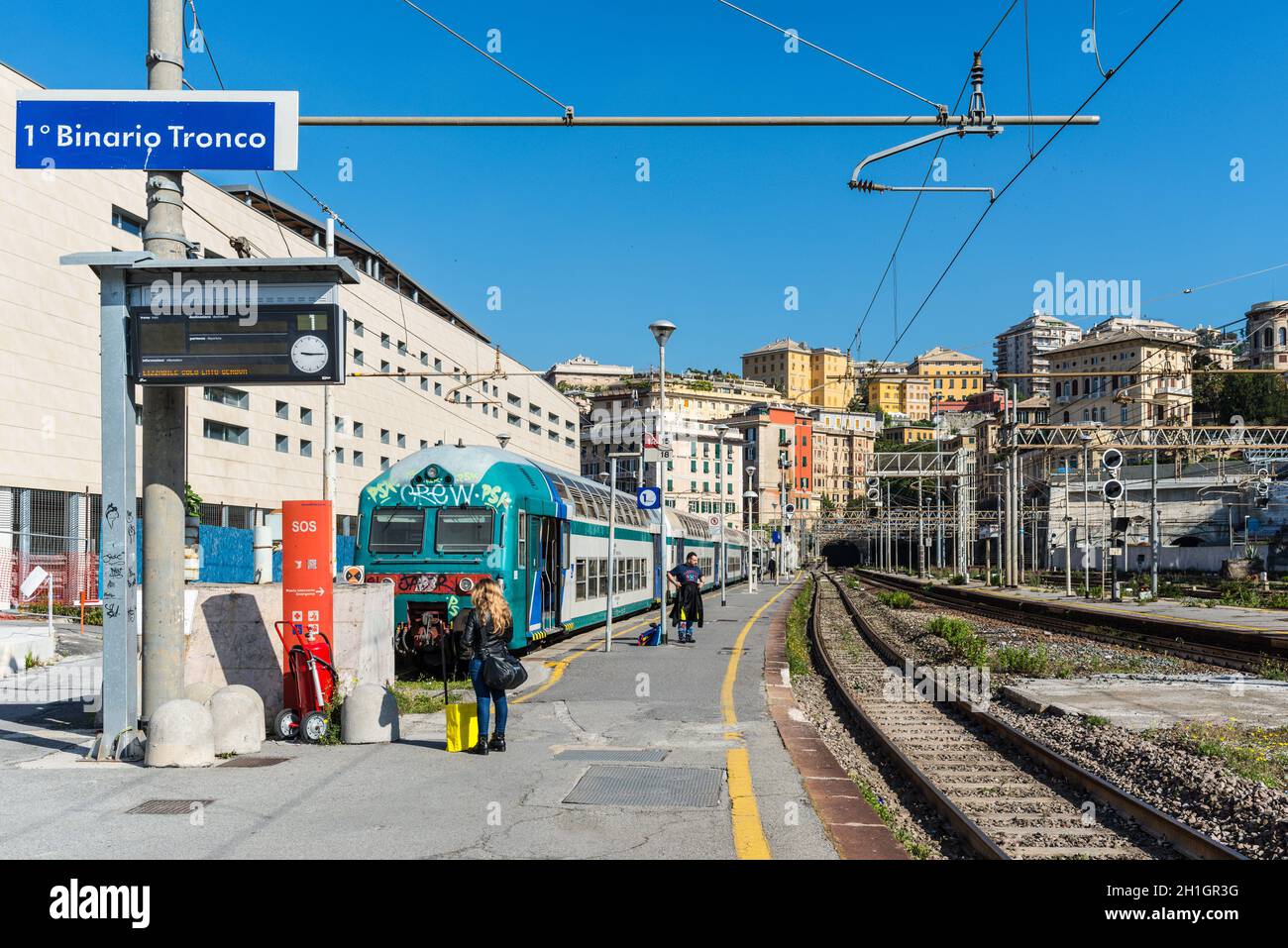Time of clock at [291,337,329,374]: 9:15
